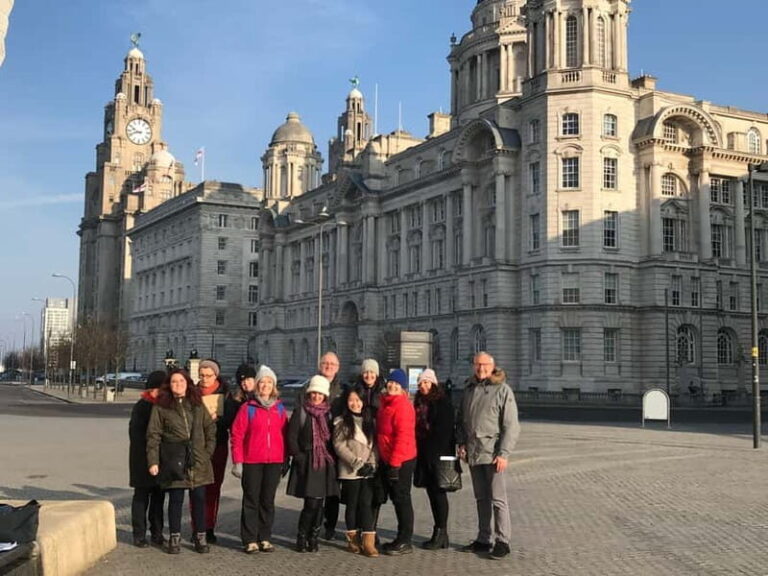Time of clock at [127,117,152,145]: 9:42
